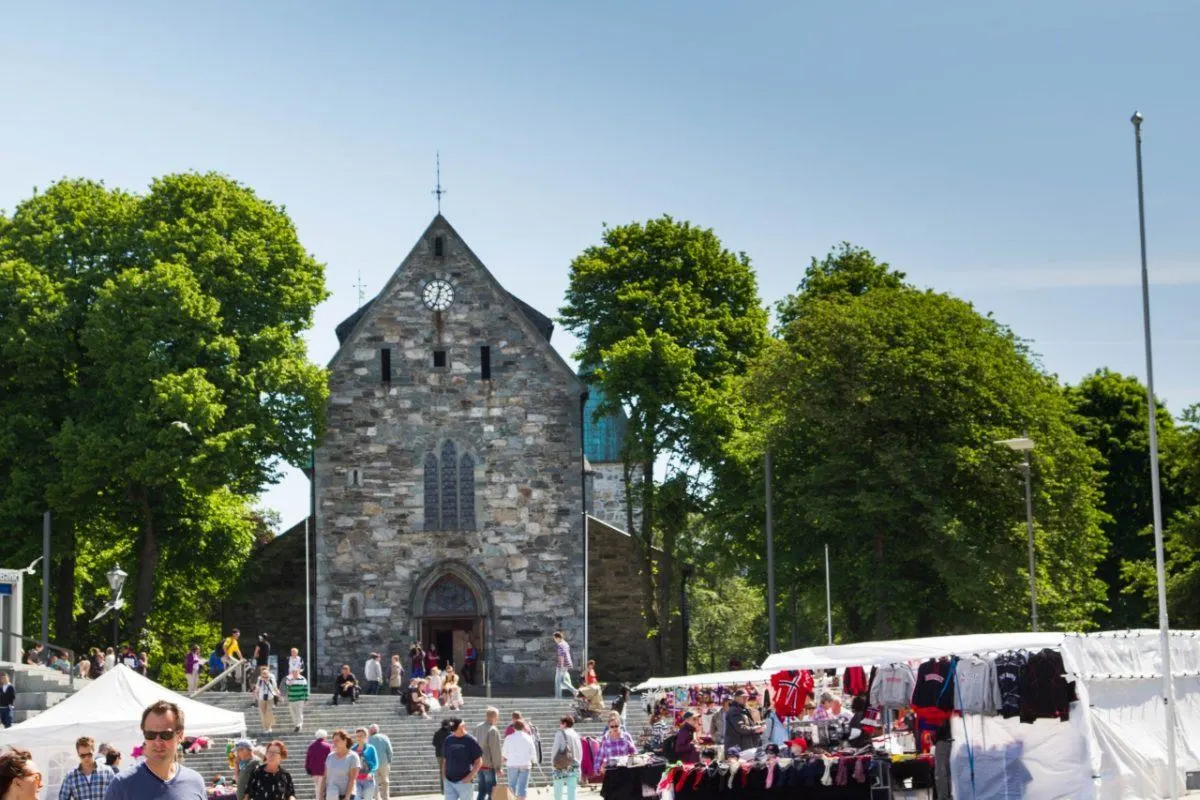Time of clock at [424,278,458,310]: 12:33
